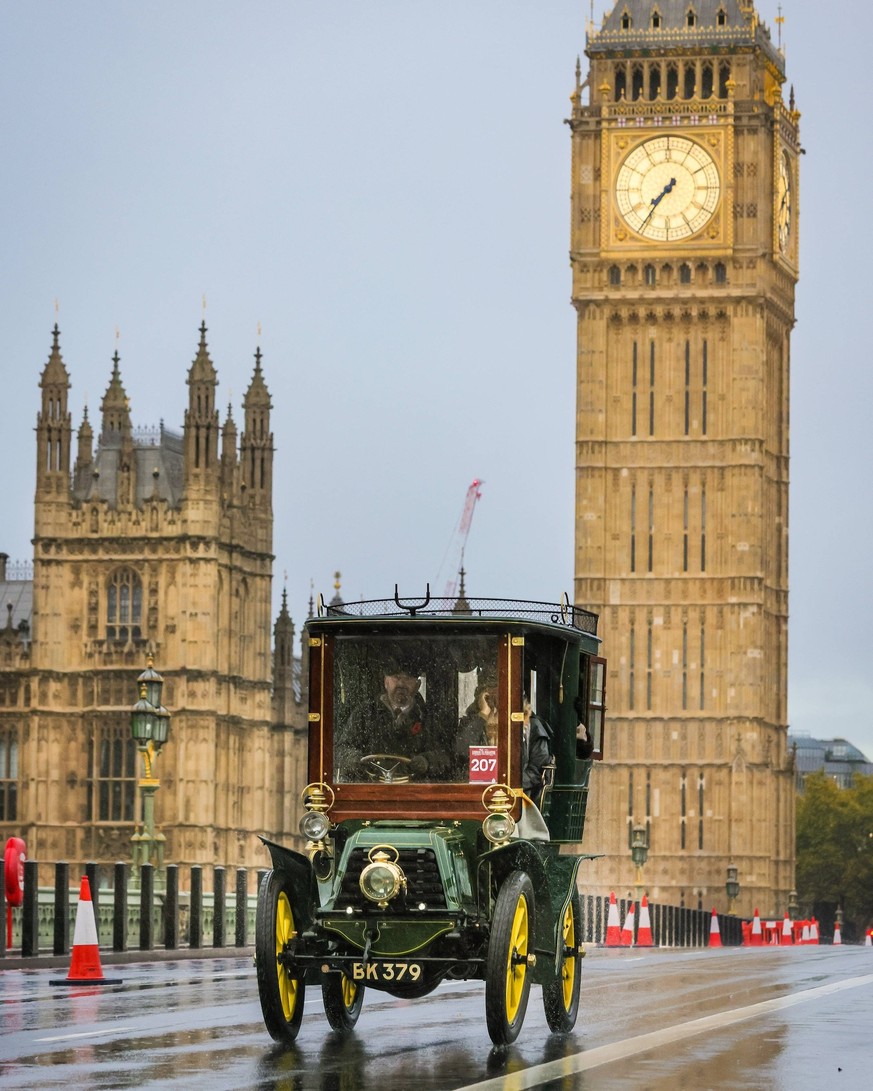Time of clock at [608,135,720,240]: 7:36
